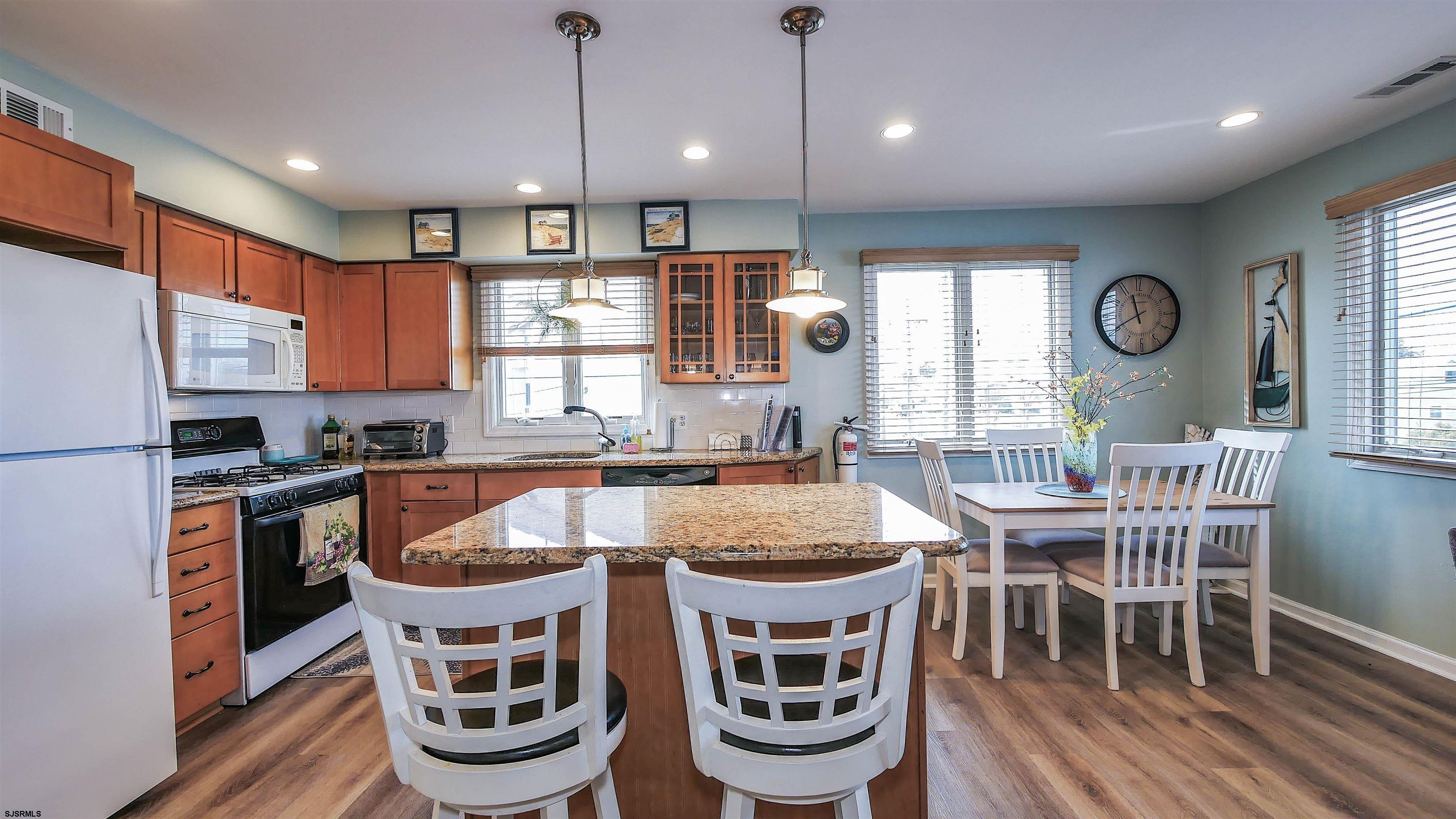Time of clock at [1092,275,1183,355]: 11:40
